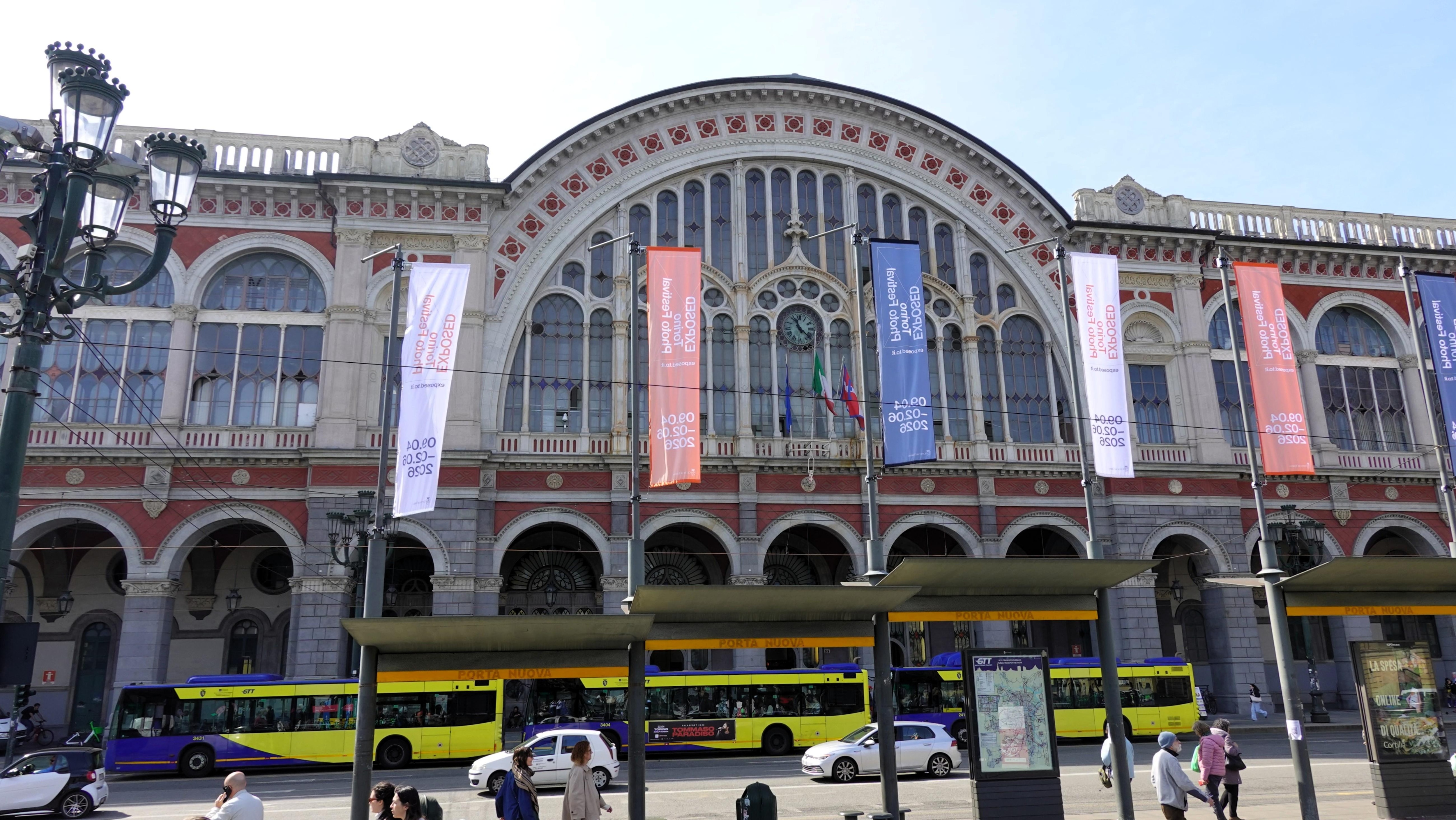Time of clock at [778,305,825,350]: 11:21
